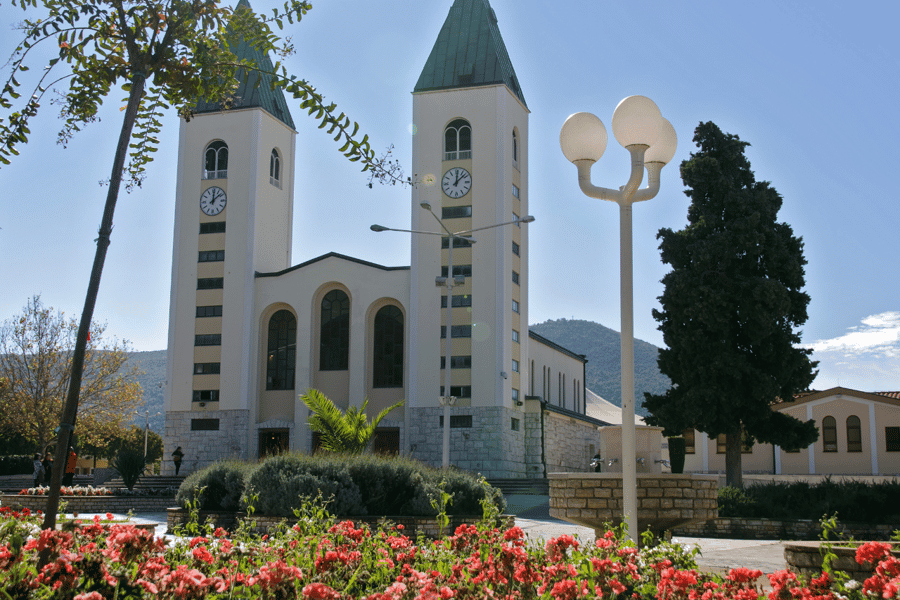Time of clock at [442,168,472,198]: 12:07
